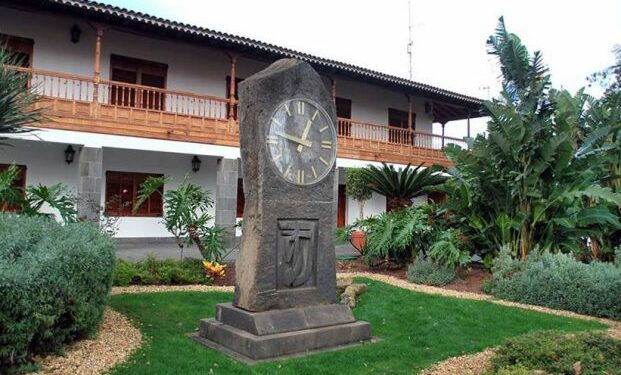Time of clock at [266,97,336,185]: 12:47
